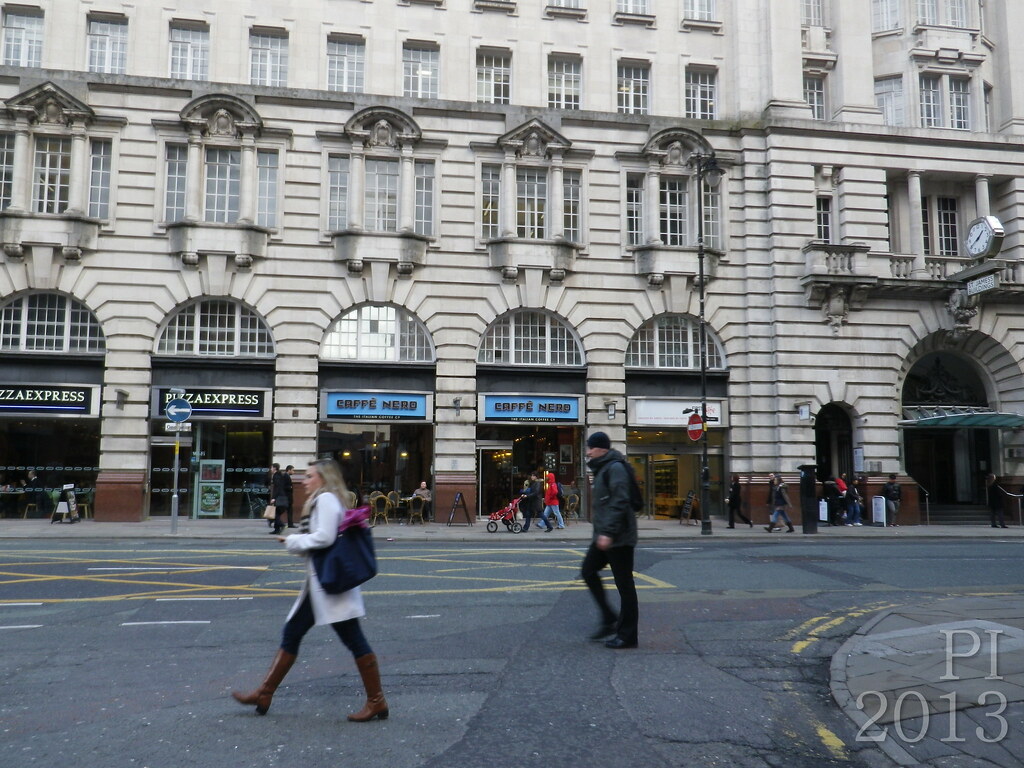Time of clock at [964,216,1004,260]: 1:39
